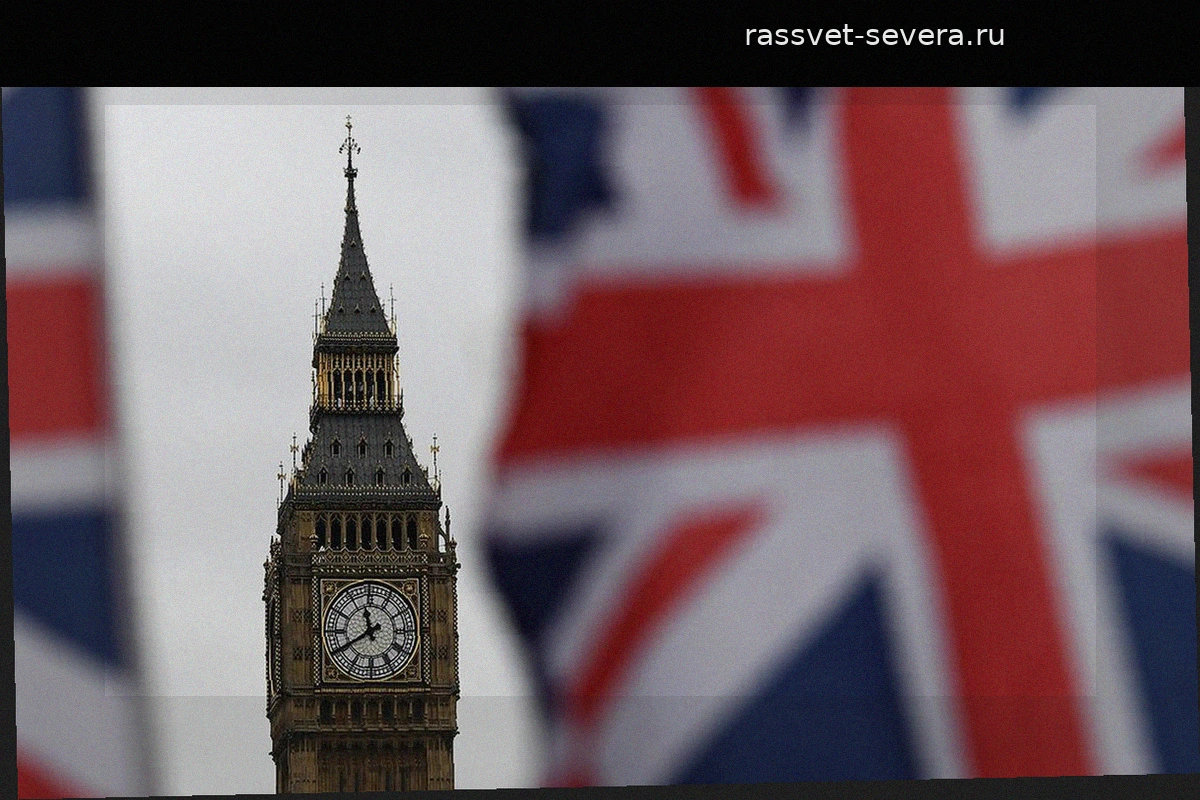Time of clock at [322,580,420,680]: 11:40
